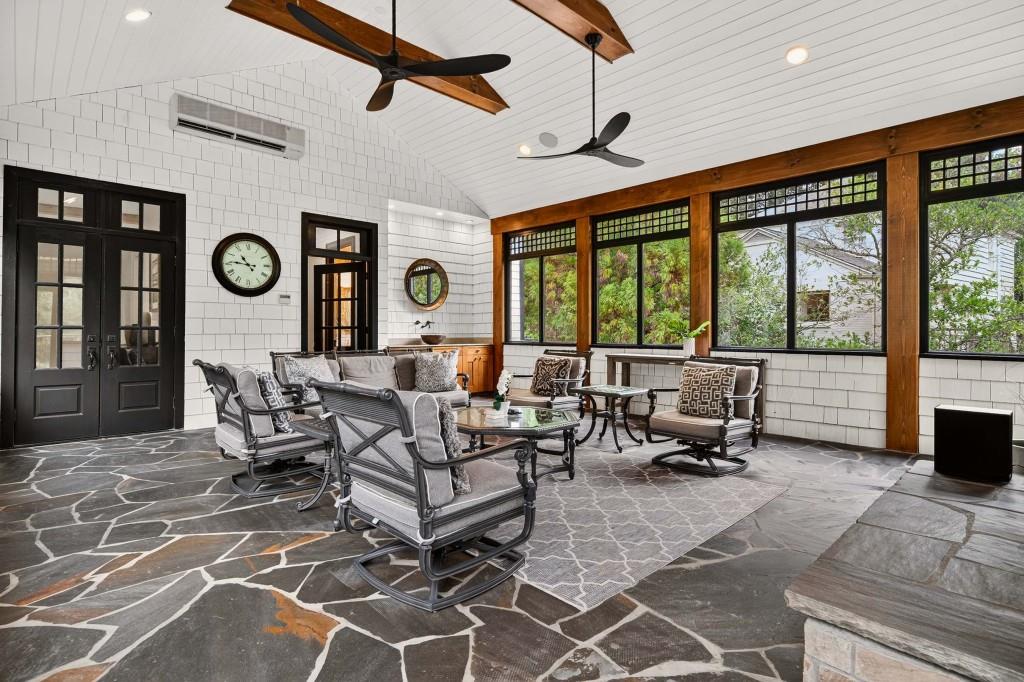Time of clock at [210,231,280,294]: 10:45
